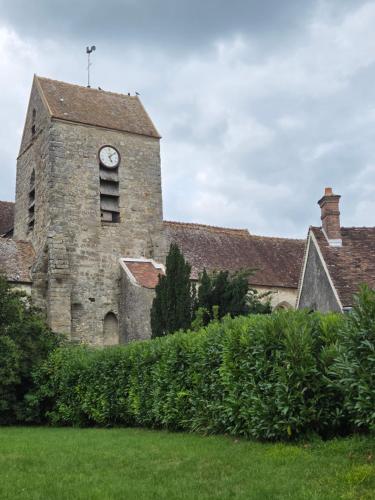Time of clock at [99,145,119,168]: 5:08
